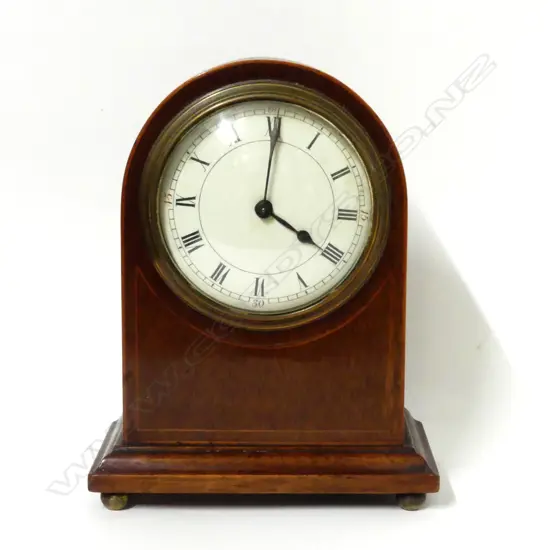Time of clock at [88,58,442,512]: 4:00
